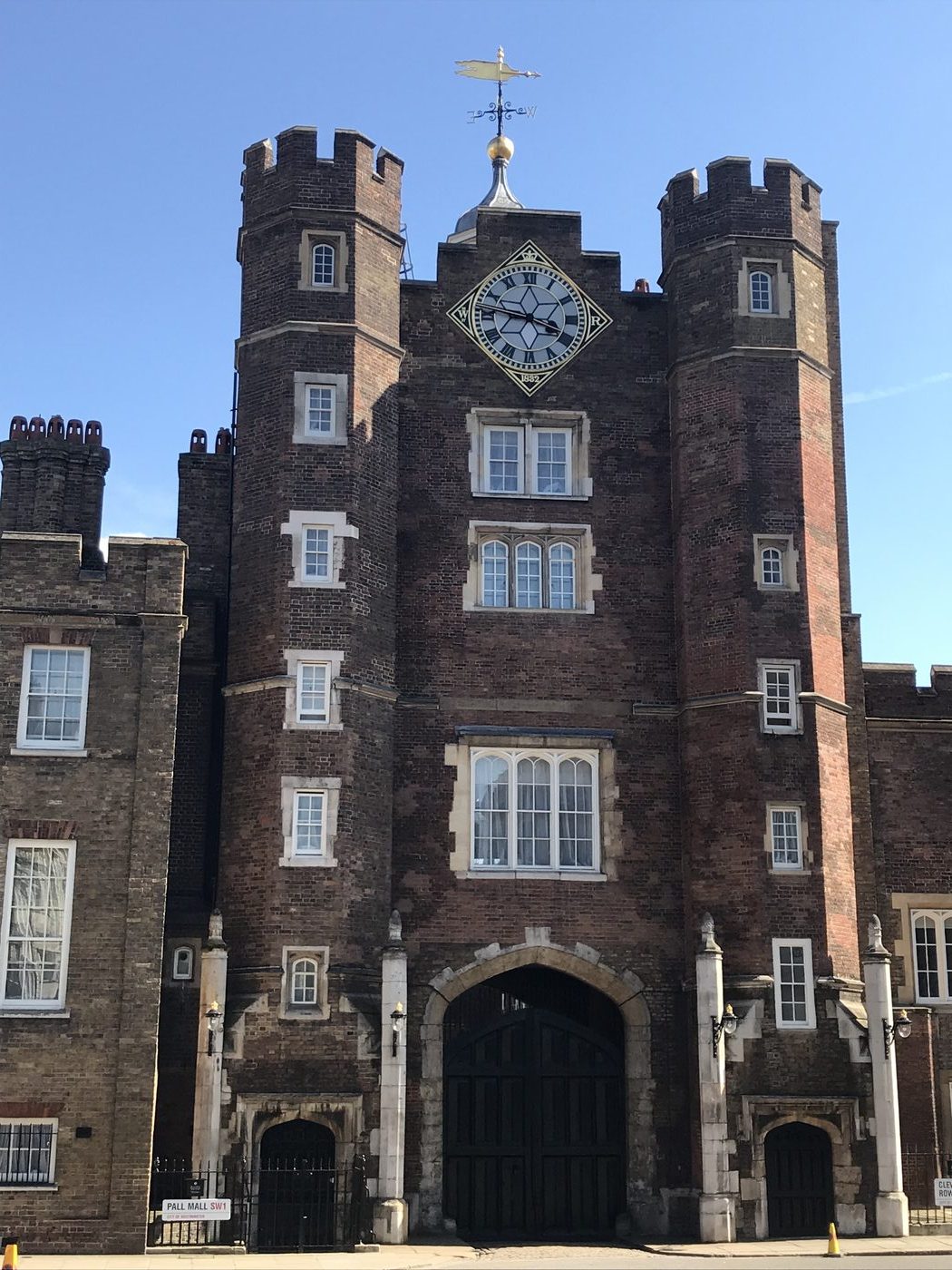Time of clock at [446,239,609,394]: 3:46
